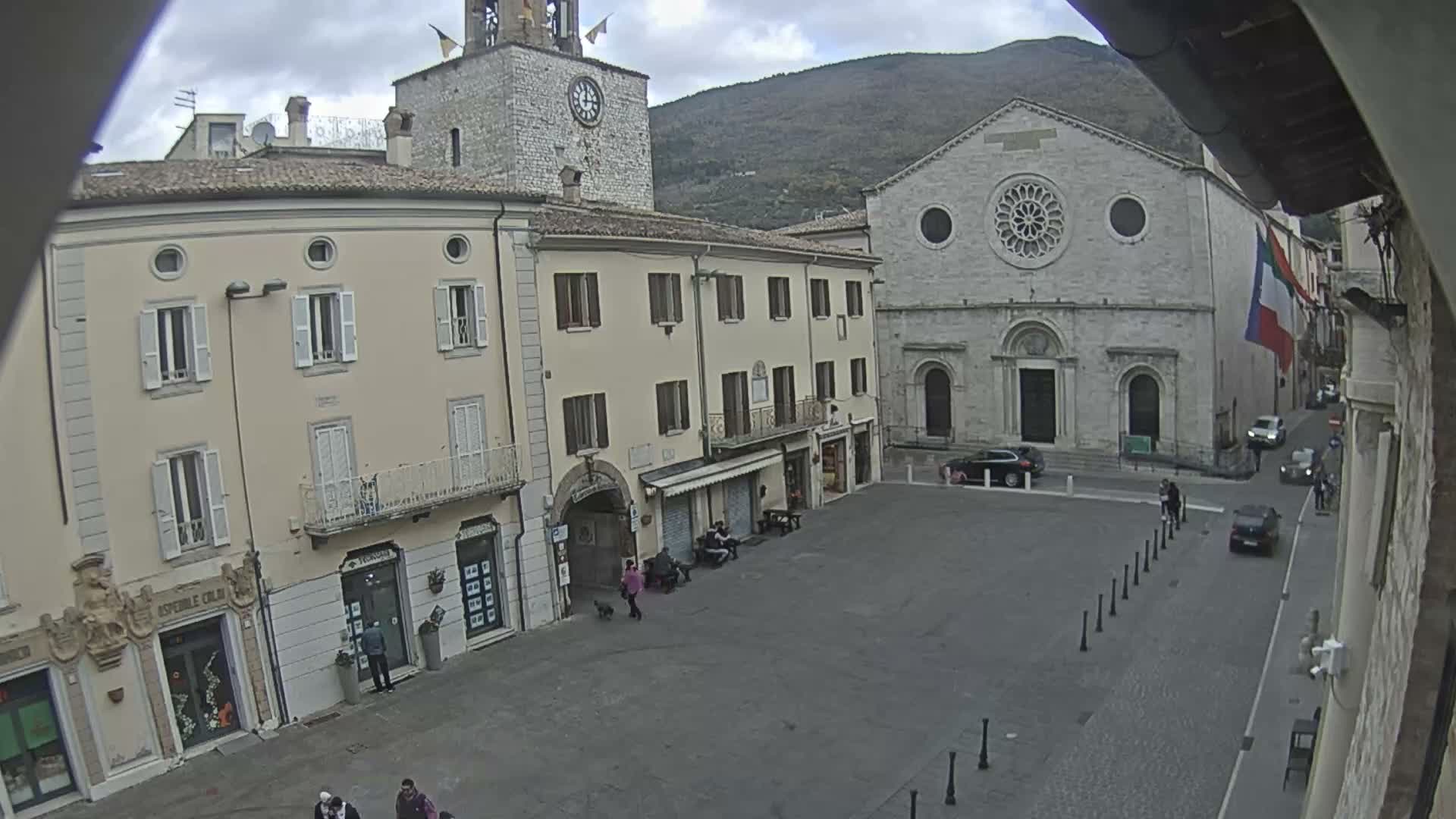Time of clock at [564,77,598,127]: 12:14
